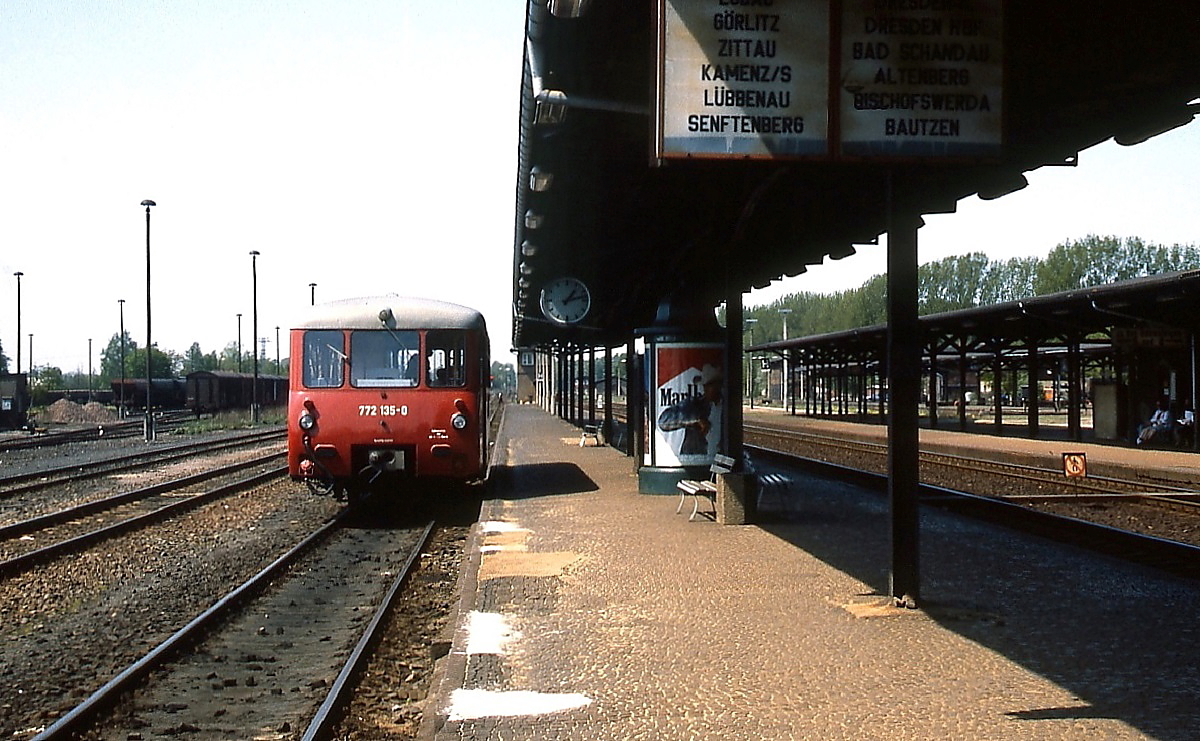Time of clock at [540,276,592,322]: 1:12
